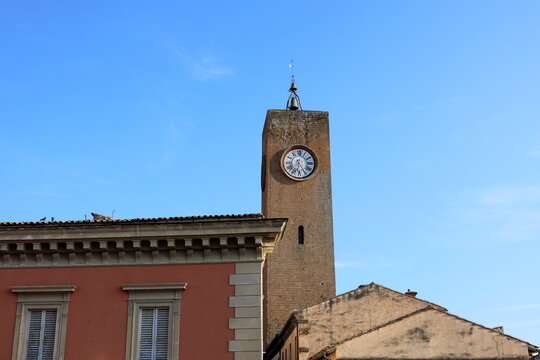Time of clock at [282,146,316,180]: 6:24
